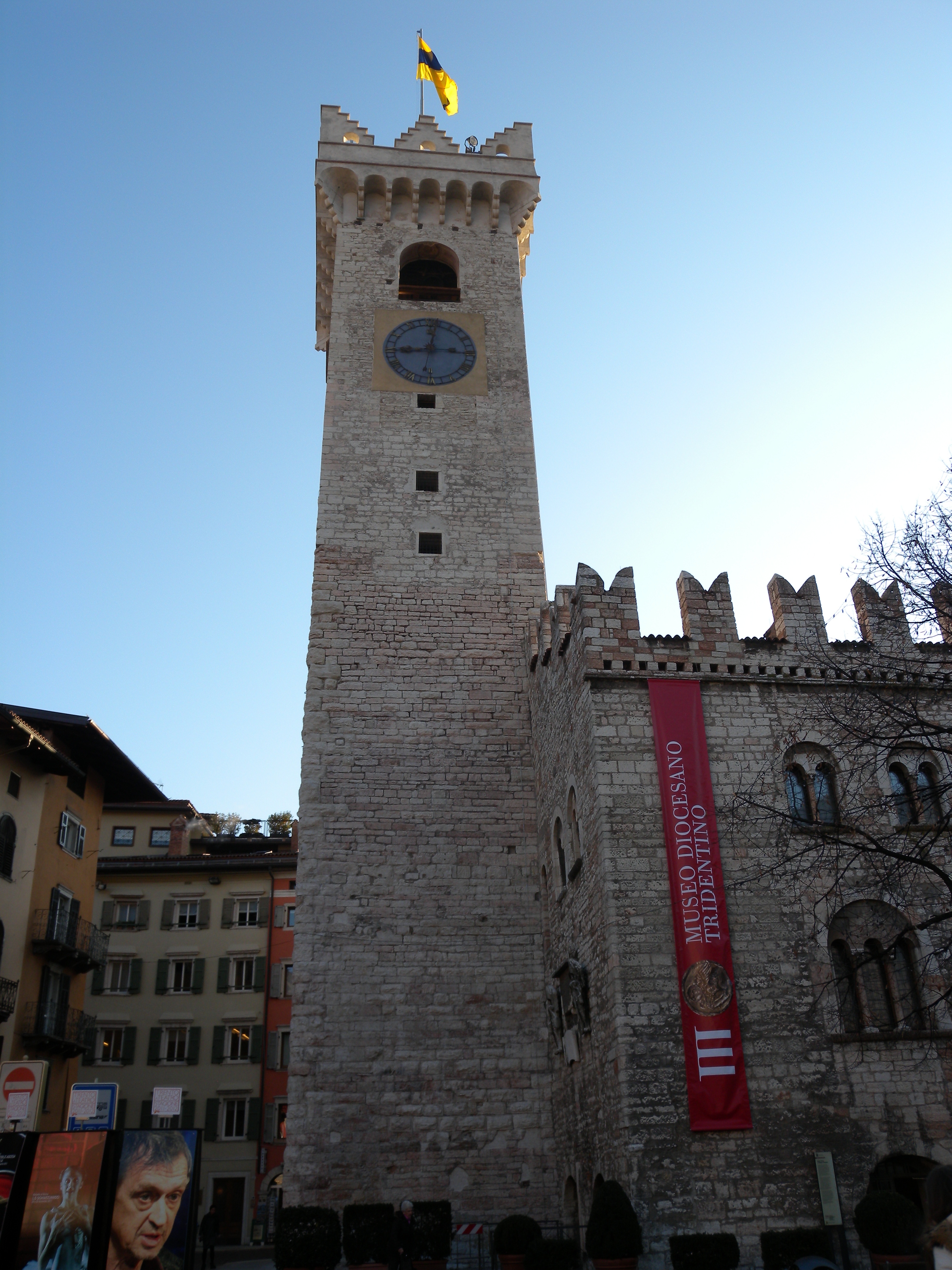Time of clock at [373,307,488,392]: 9:01
